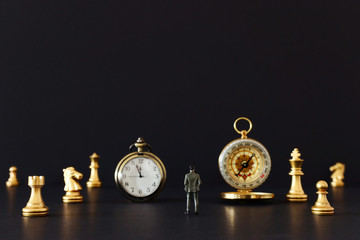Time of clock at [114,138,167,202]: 11:56
